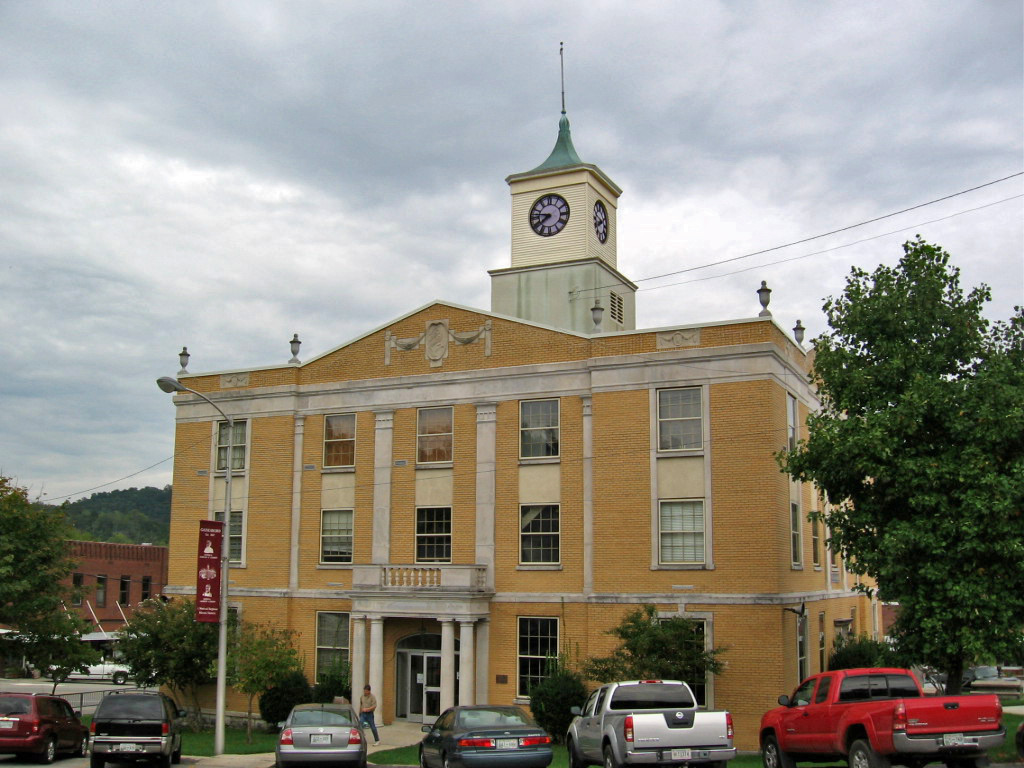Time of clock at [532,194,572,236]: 7:46
